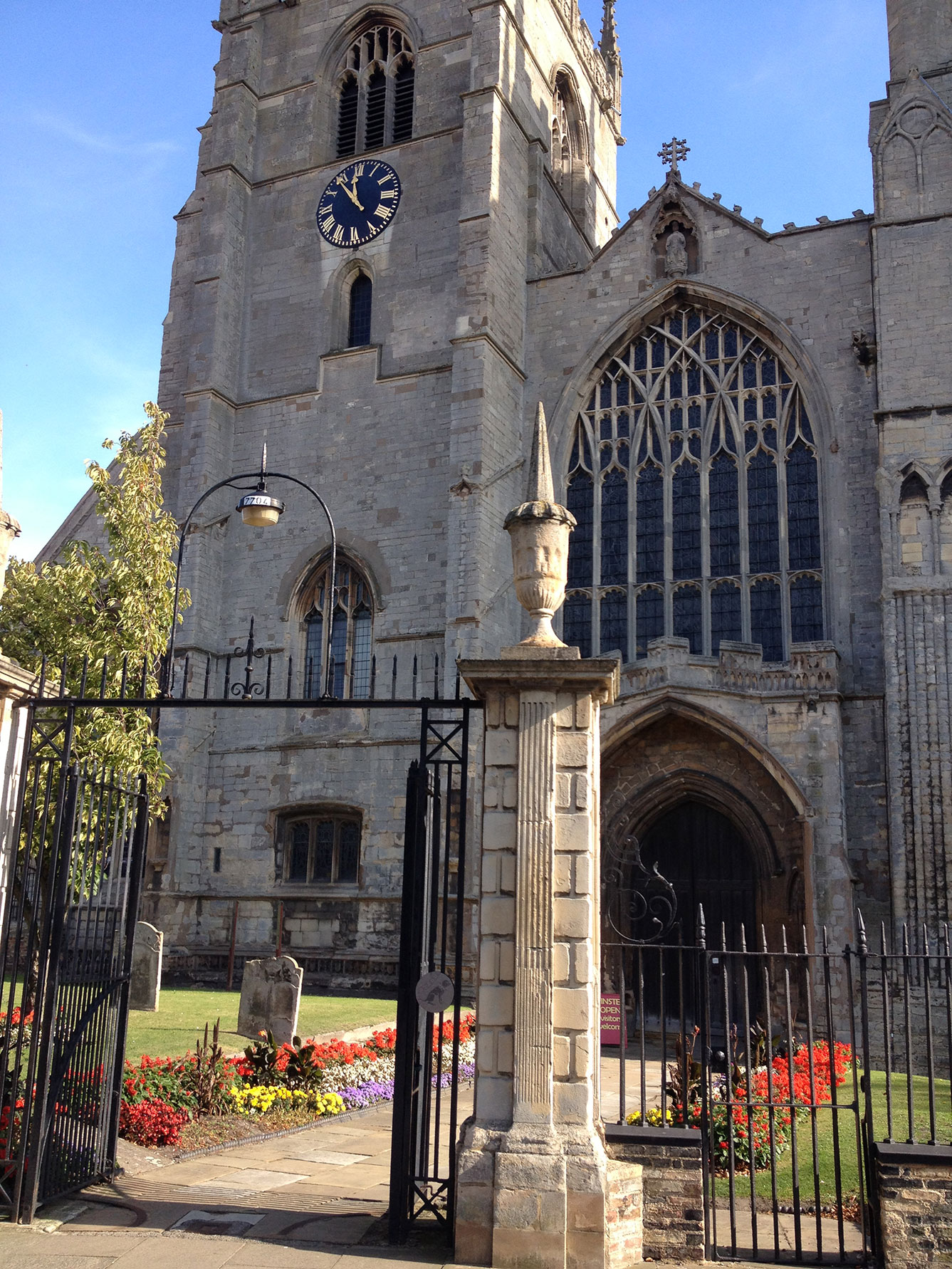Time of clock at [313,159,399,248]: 11:53
